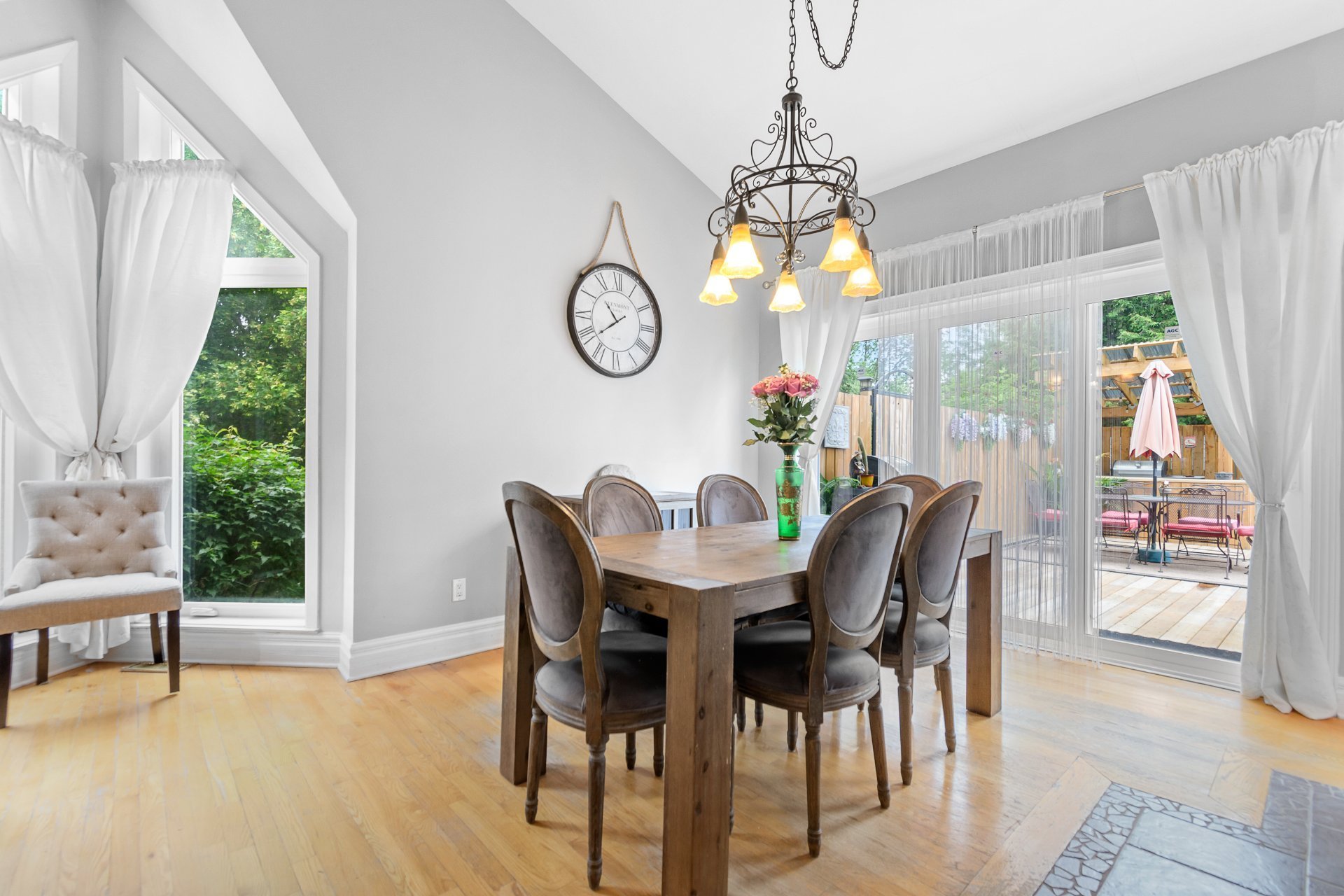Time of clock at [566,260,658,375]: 10:38
